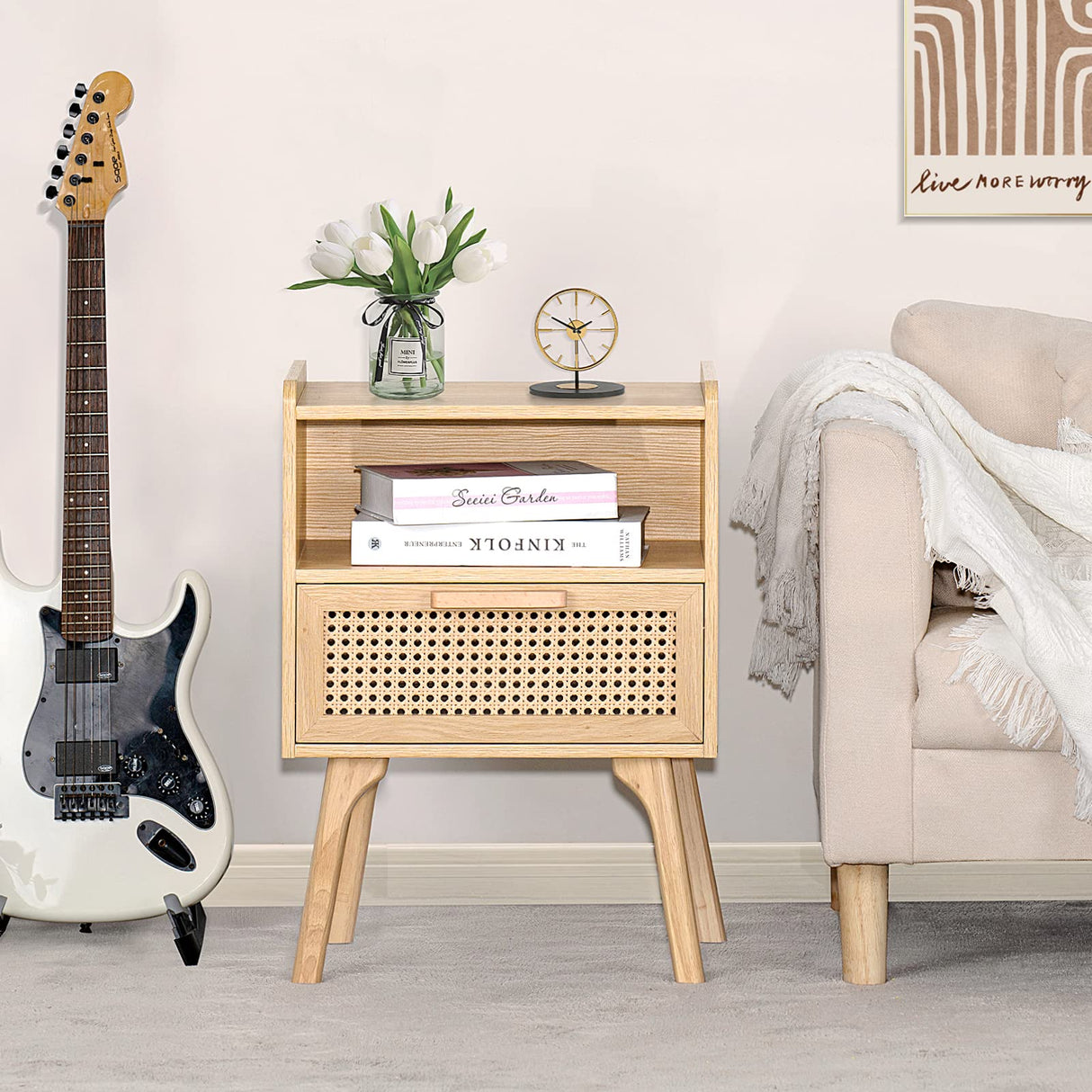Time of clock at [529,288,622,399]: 1:50
